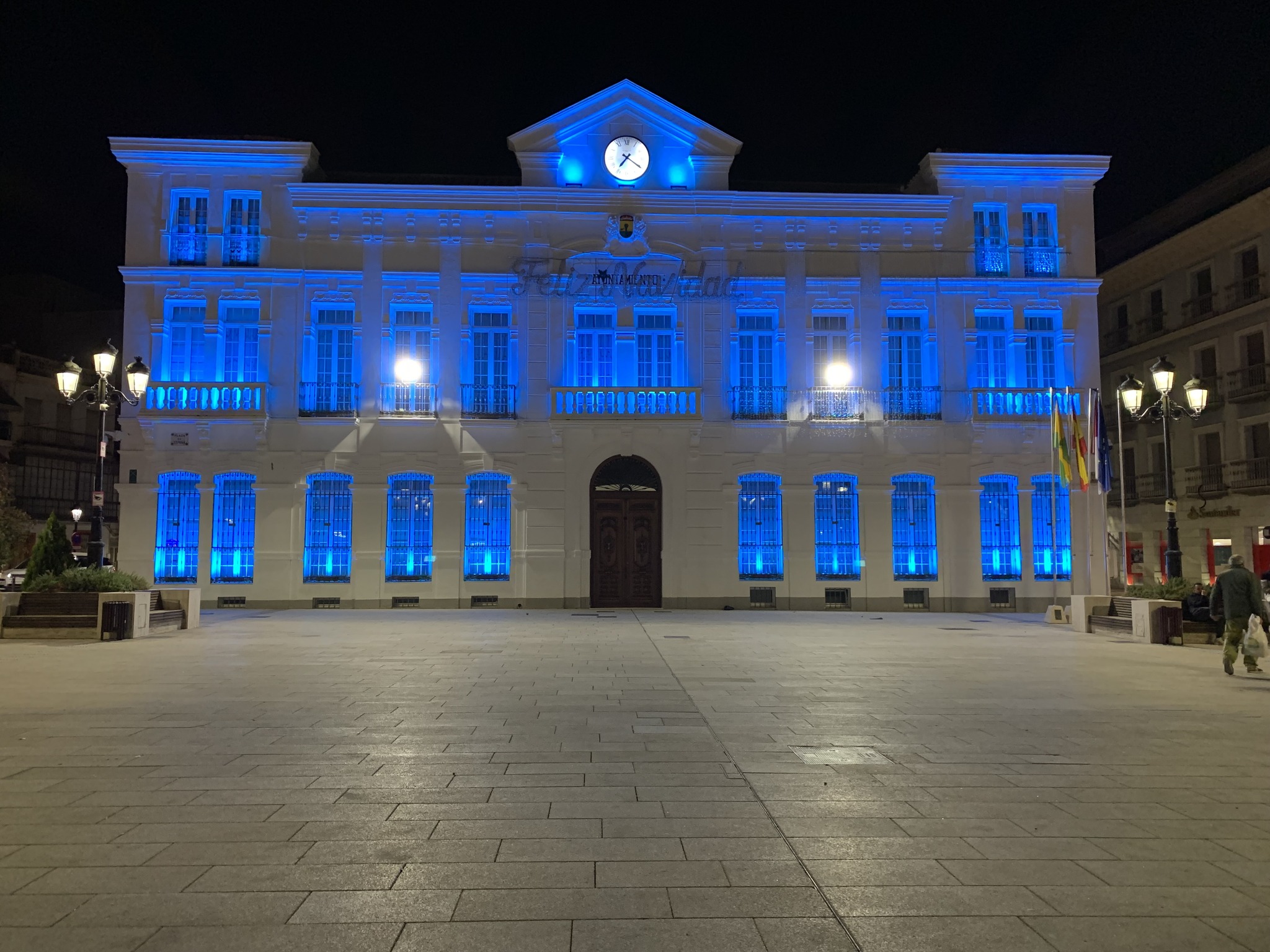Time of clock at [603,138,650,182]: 7:20
